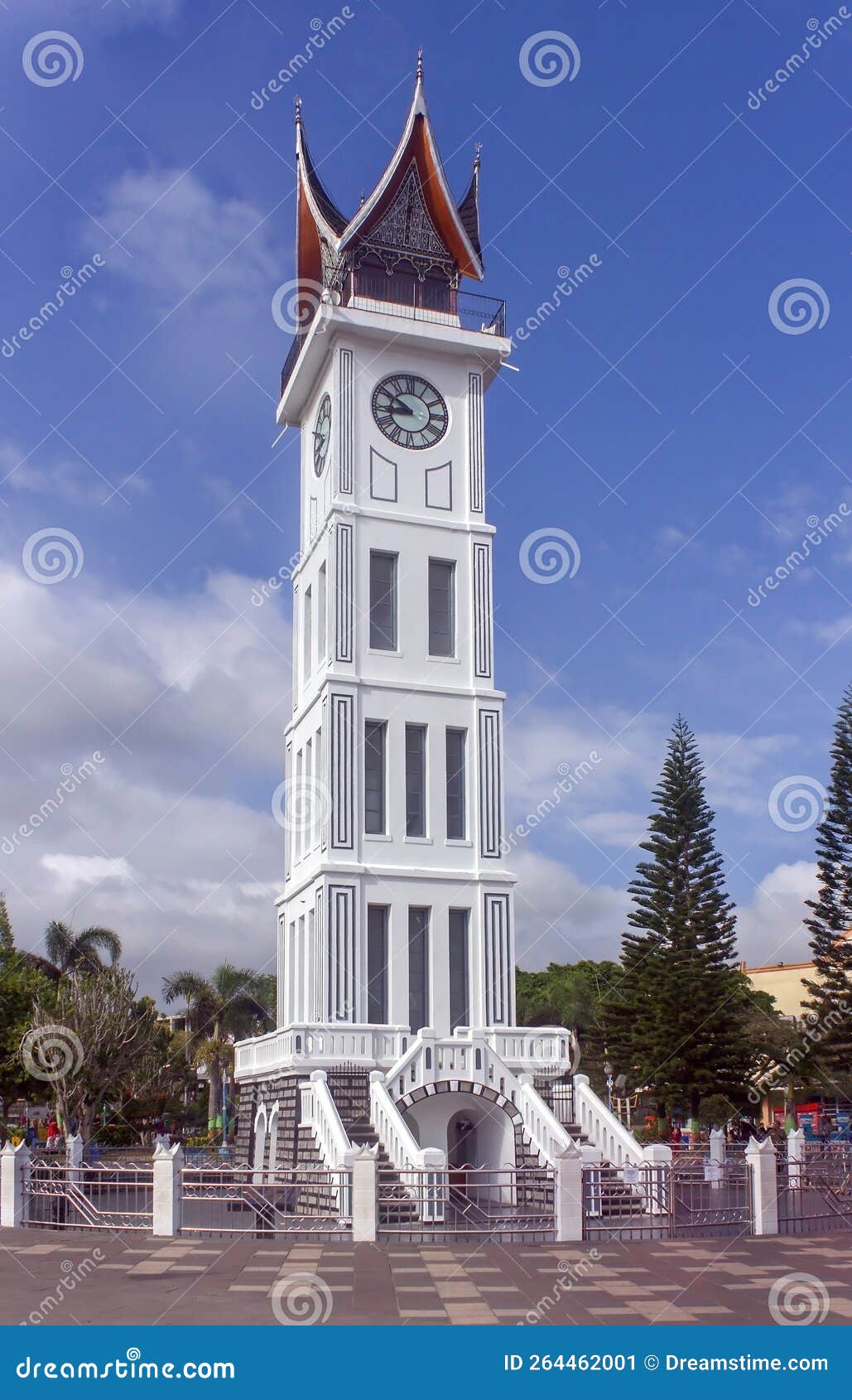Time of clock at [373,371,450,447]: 8:50
